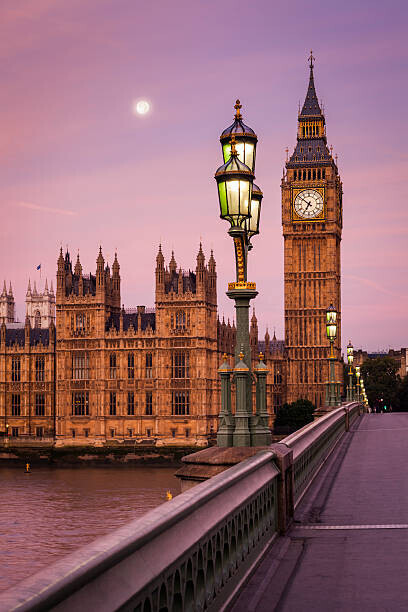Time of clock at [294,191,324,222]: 6:51
